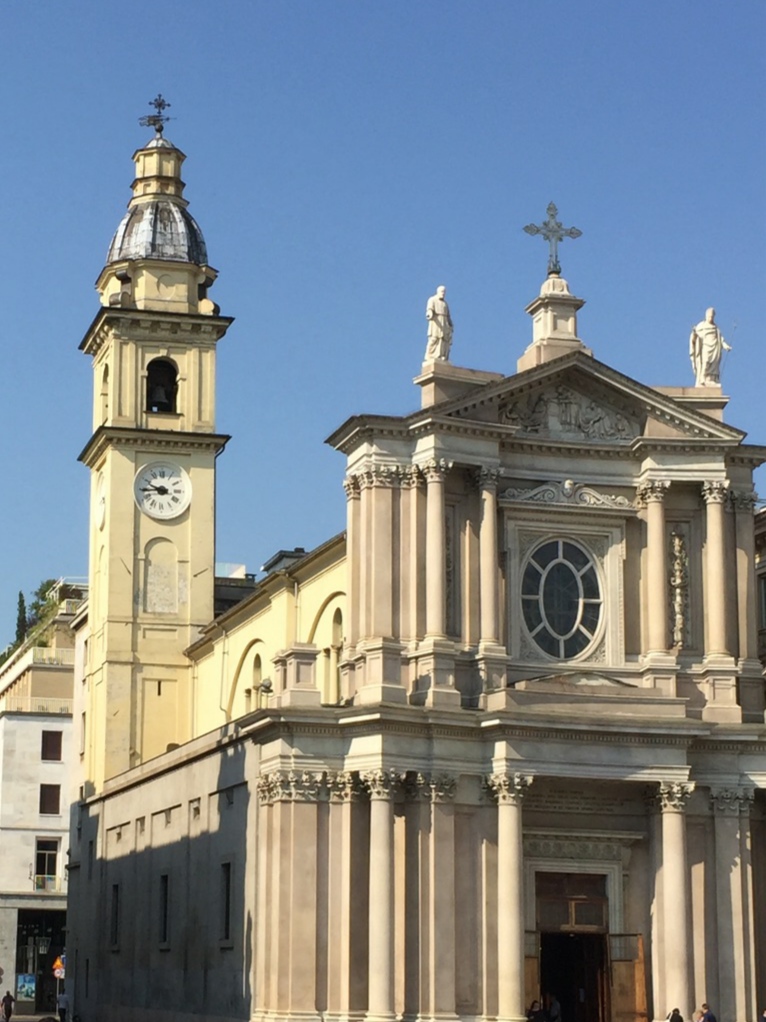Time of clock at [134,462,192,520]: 9:44
